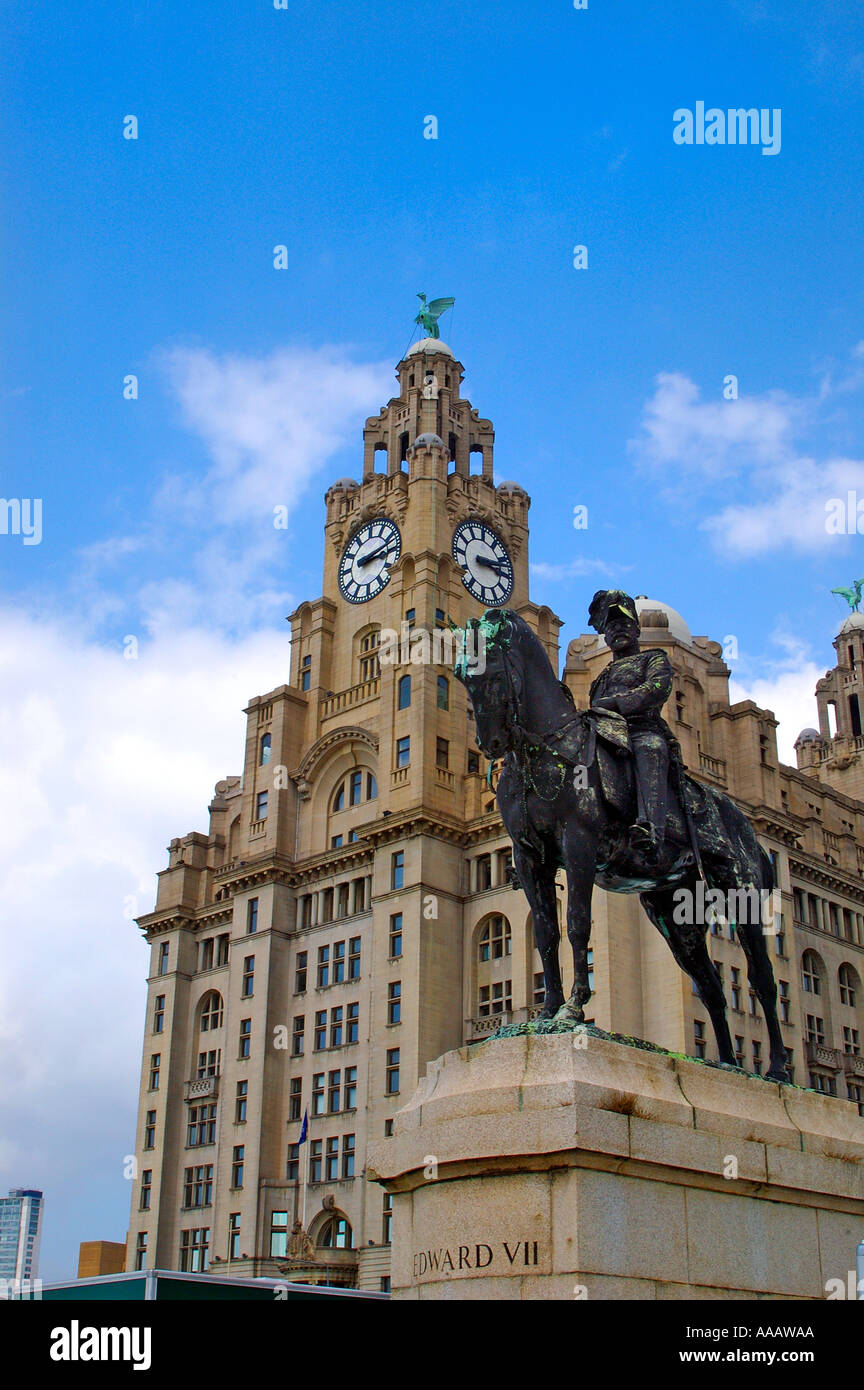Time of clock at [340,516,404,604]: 3:12
